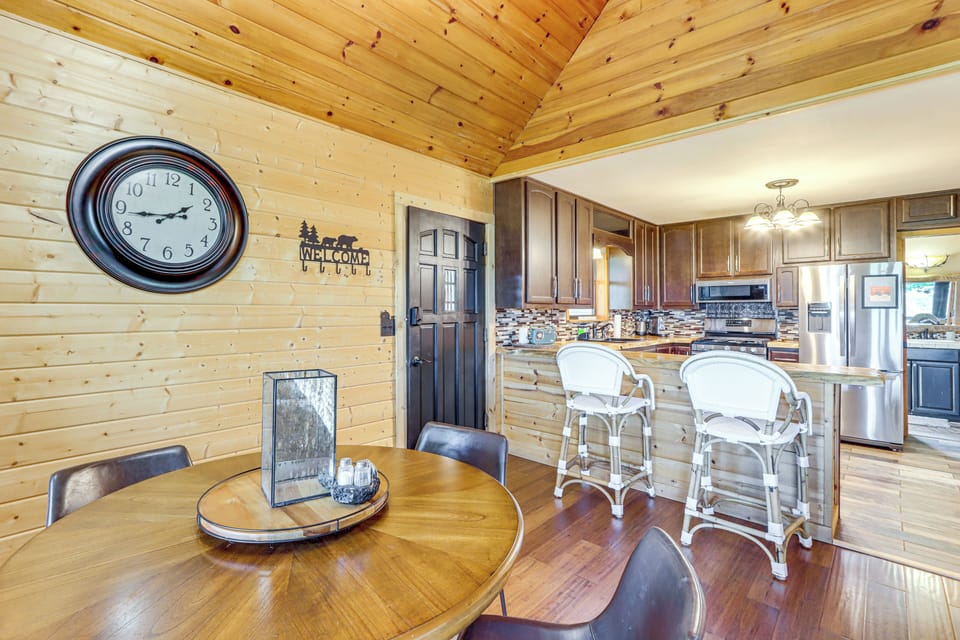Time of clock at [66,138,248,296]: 1:43
